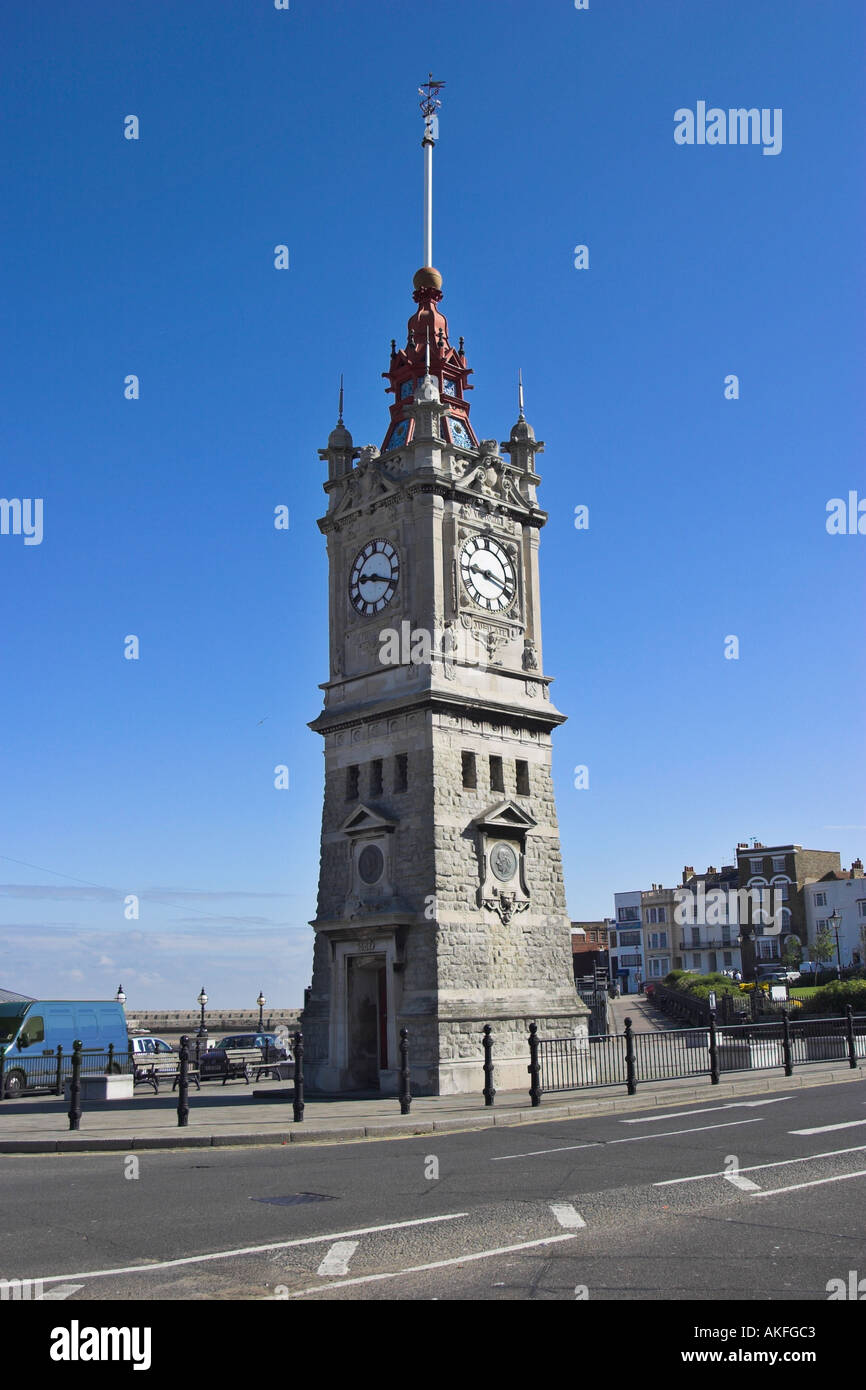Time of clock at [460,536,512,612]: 9:18
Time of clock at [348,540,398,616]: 9:18
